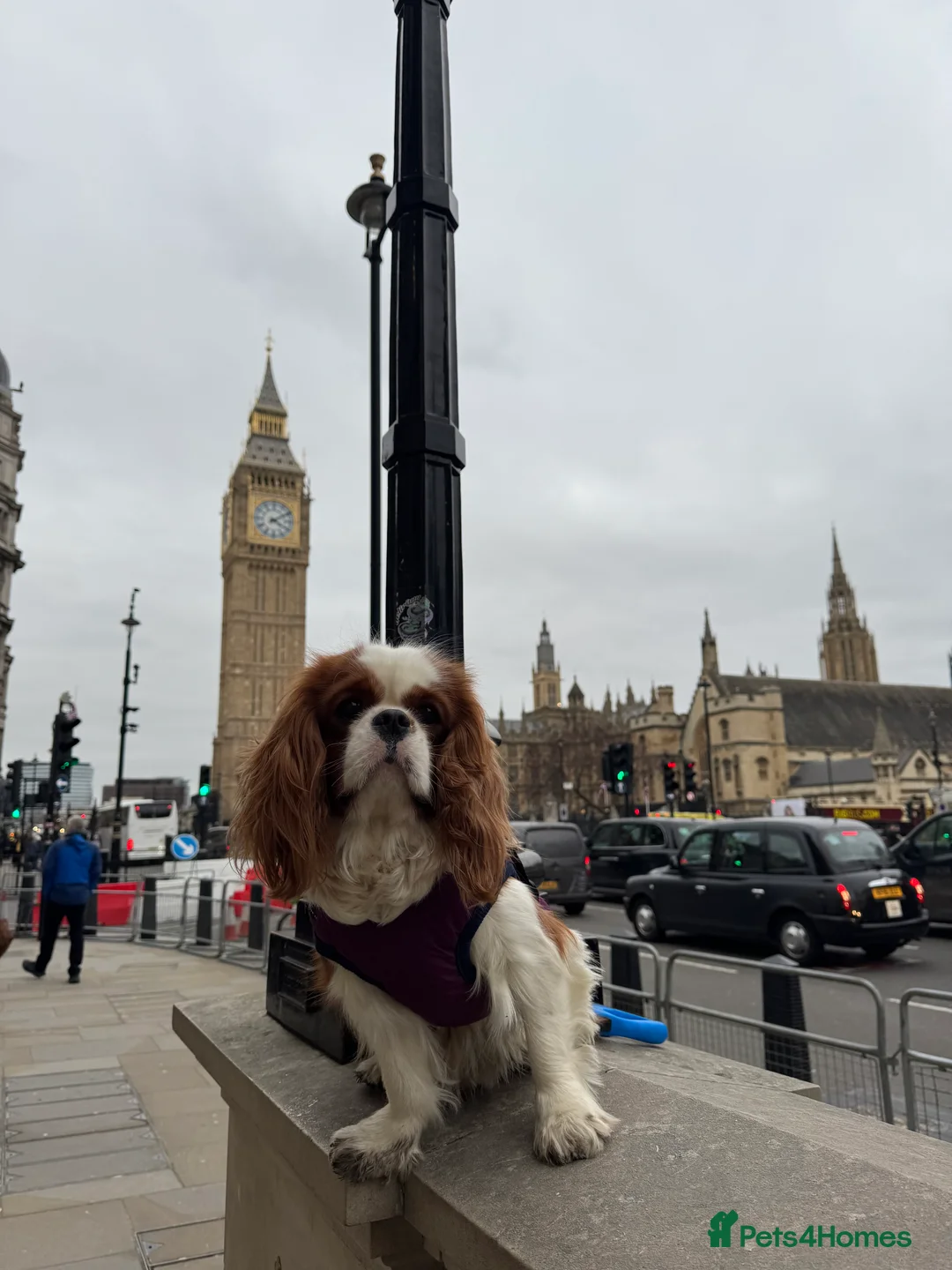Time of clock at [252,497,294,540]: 4:09
